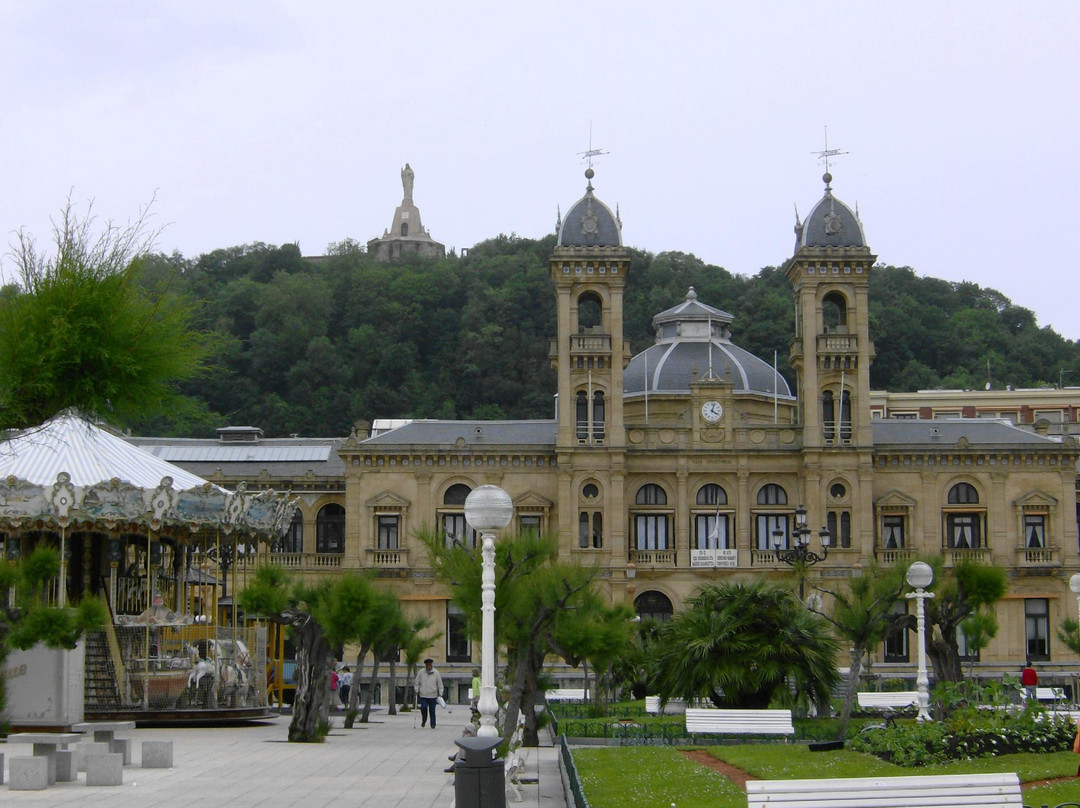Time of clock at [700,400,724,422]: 4:03
